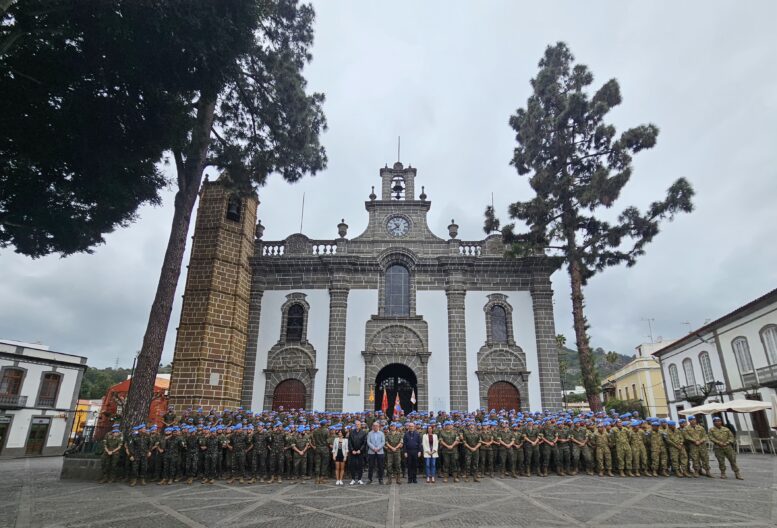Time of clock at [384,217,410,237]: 10:39
